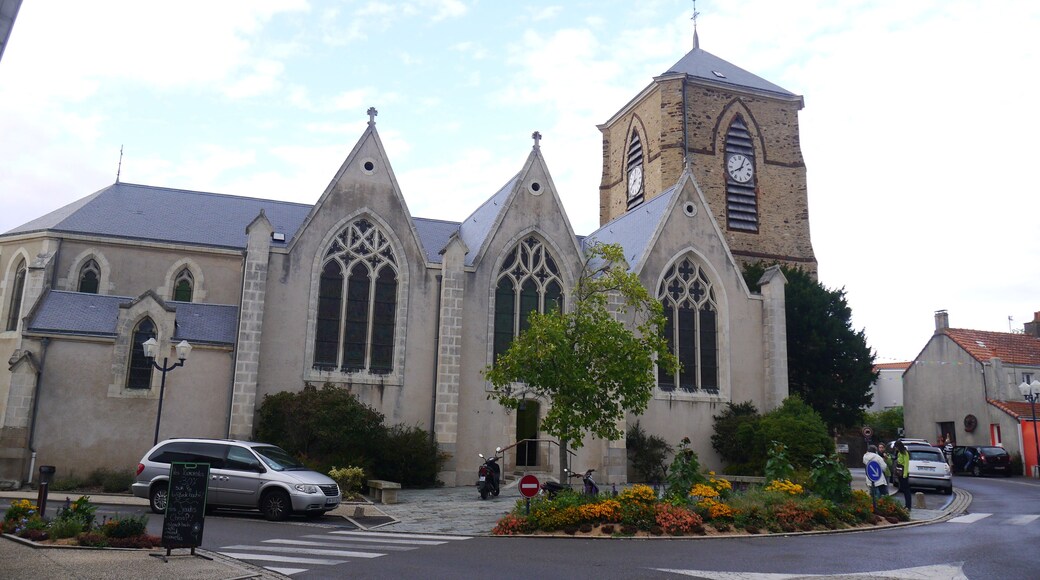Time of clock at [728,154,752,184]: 8:04
